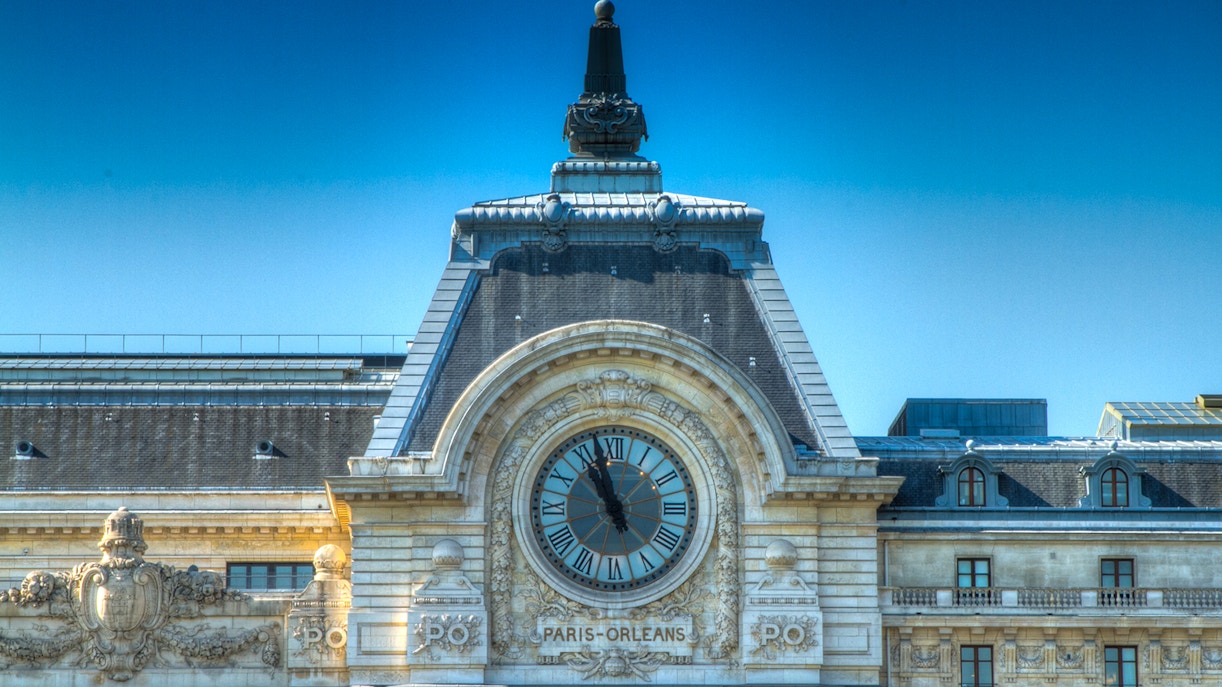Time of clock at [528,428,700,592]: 10:57
